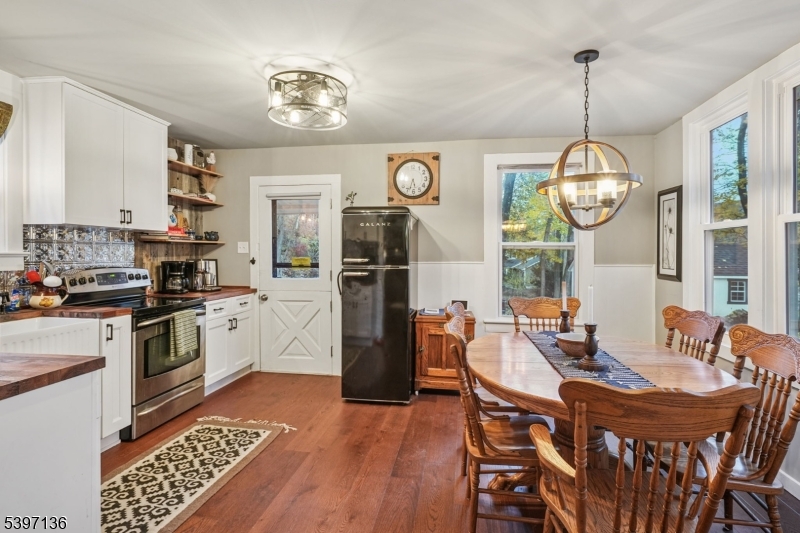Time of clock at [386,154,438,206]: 5:33
